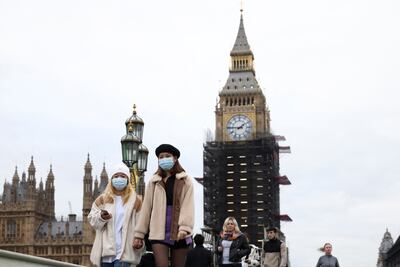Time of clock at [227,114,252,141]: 1:45
